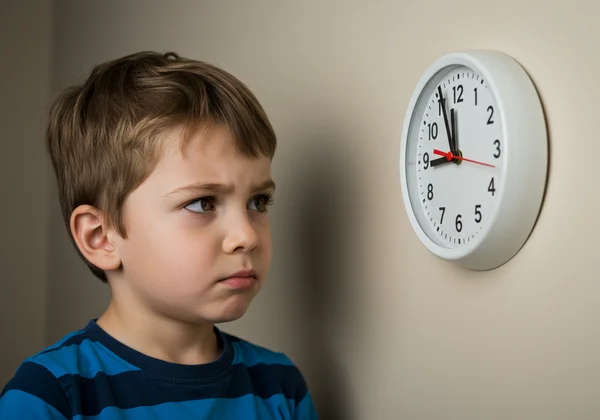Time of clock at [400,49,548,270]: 8:56
